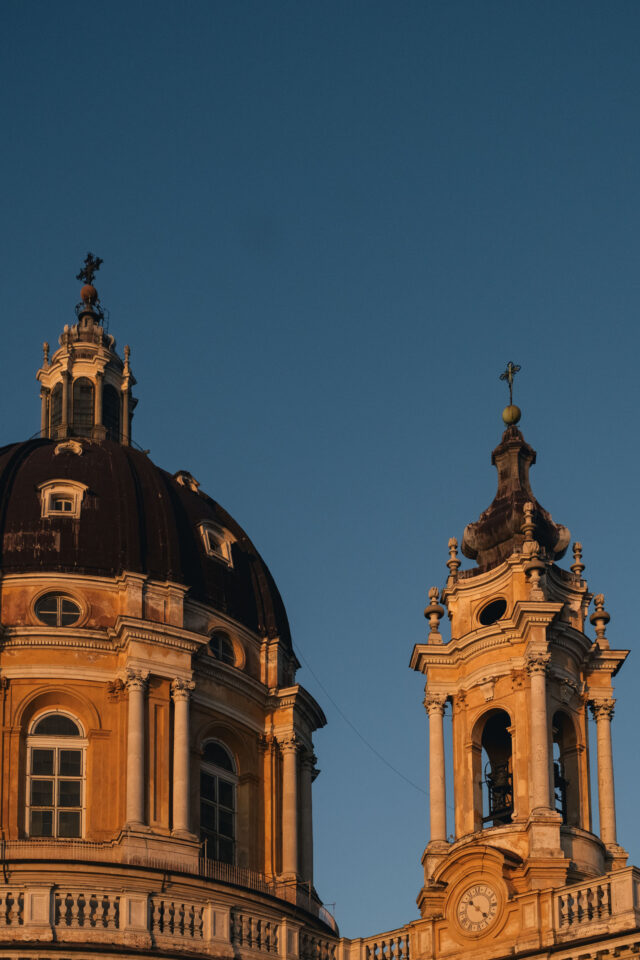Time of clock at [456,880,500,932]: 10:21
